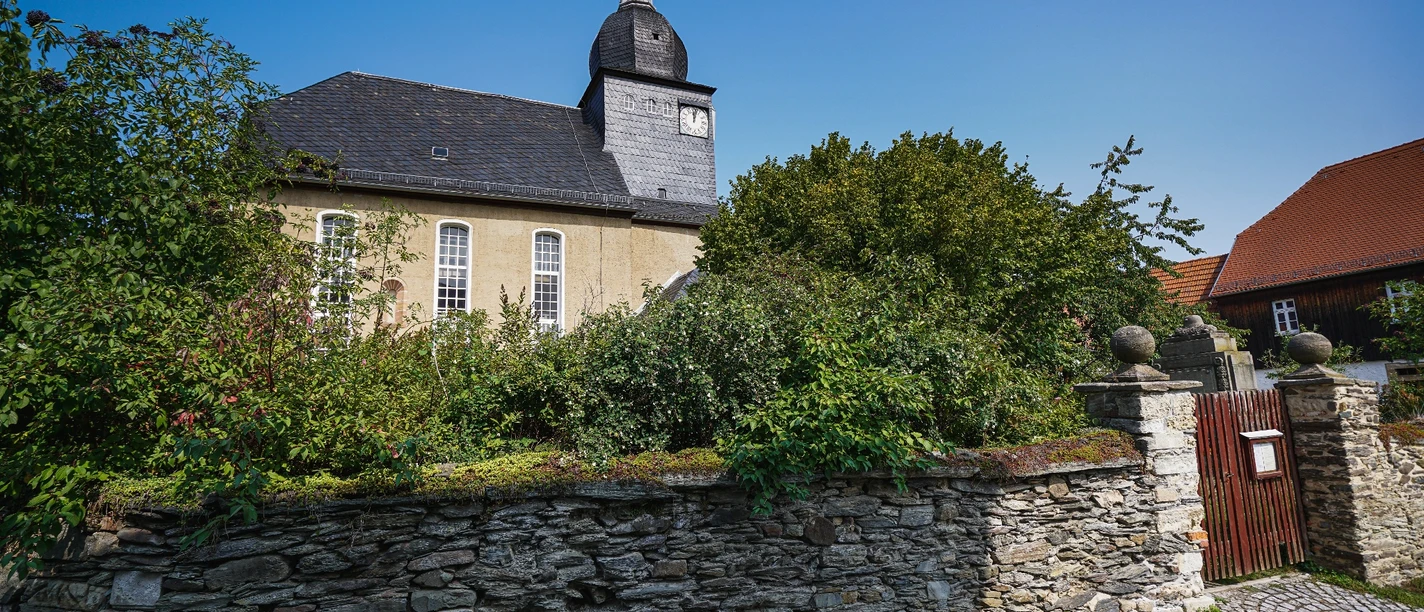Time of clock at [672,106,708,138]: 12:02
